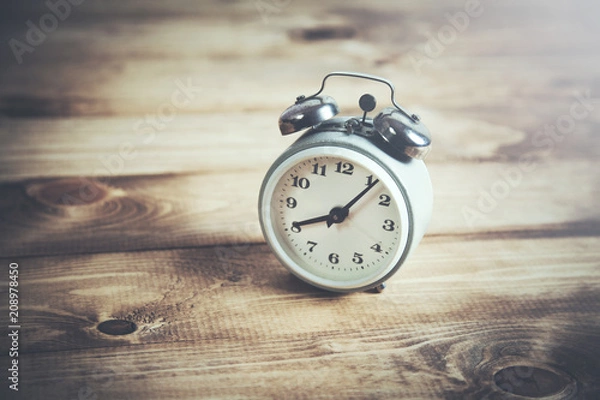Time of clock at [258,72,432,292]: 8:06
